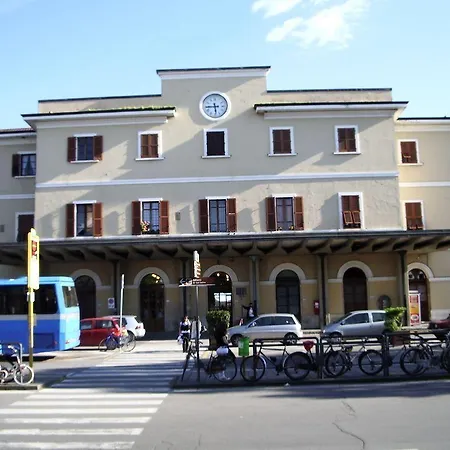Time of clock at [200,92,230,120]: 5:44
